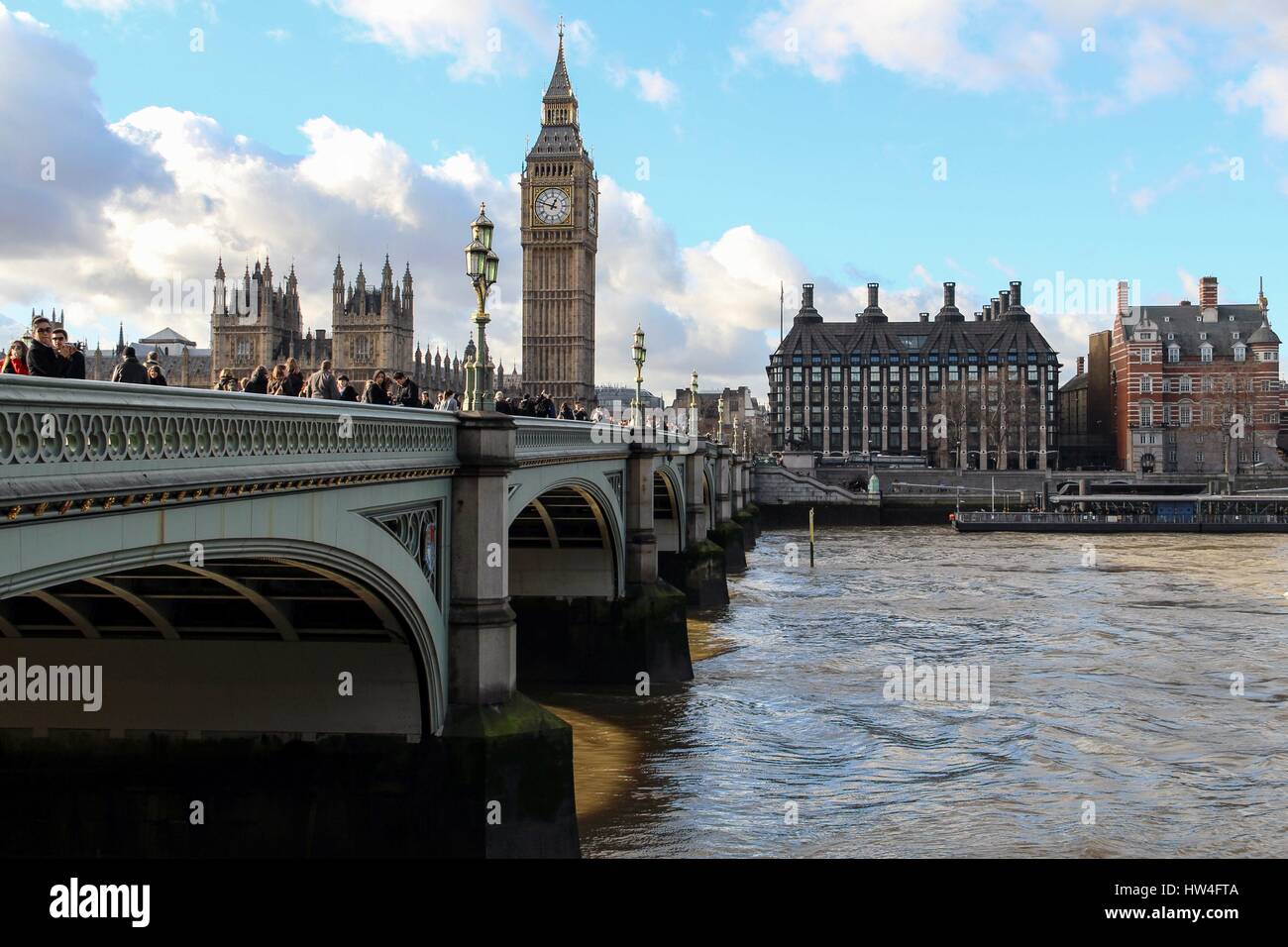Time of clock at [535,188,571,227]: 12:48
